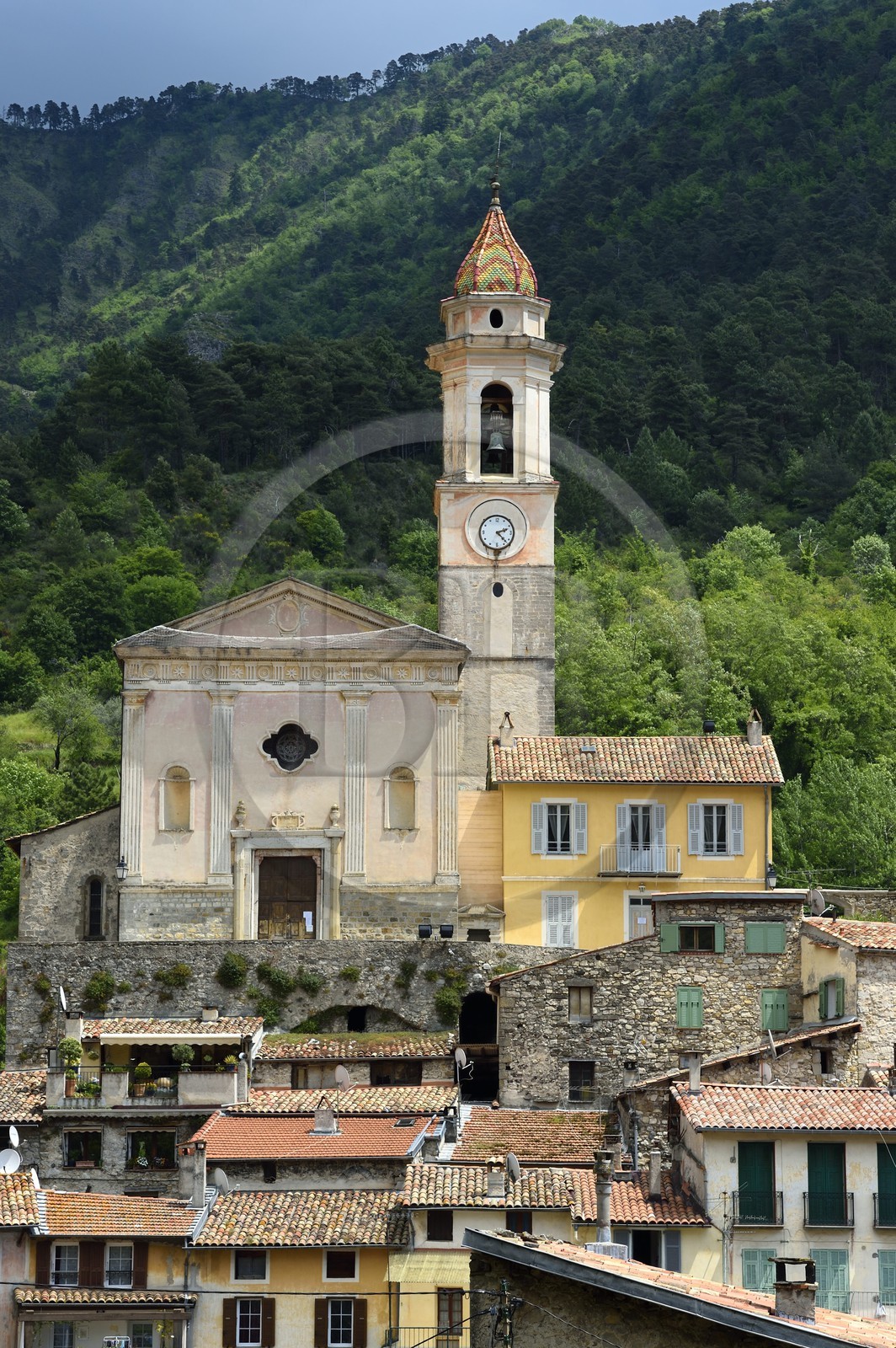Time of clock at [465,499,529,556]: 2:22
